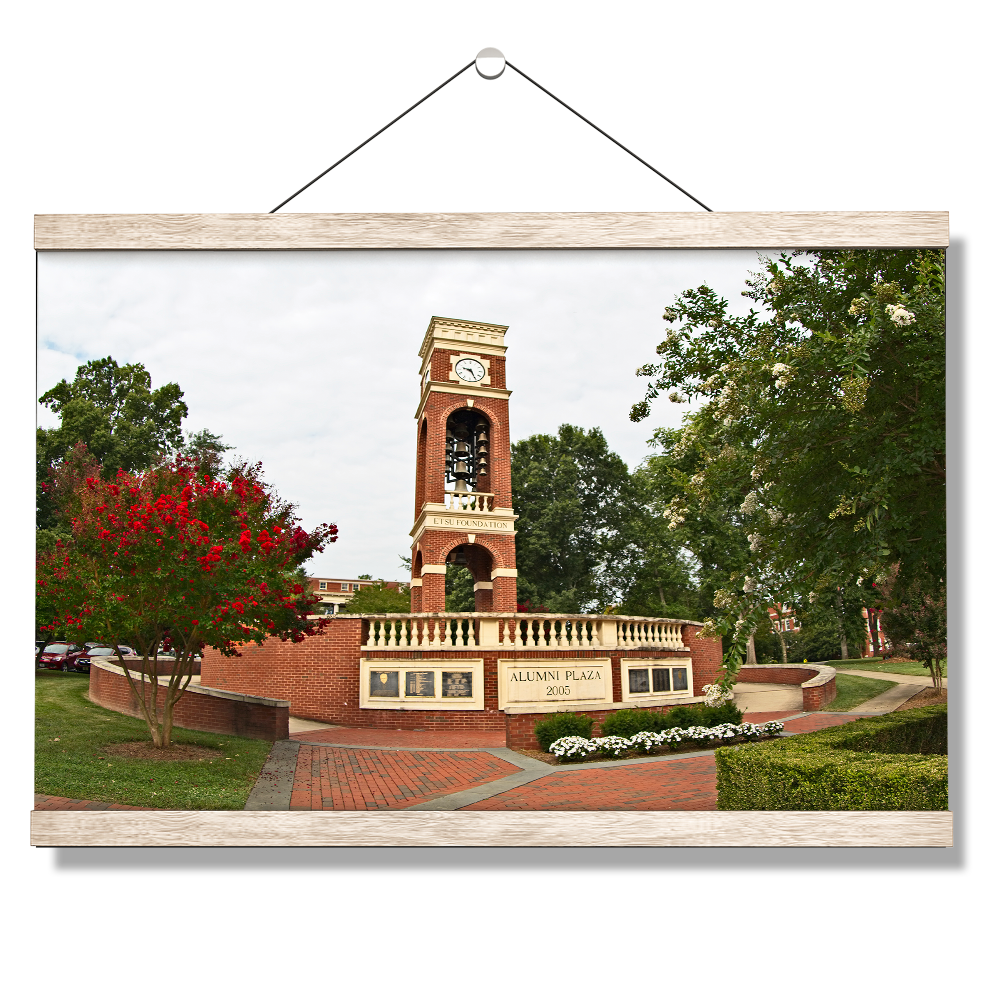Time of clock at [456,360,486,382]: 9:25
